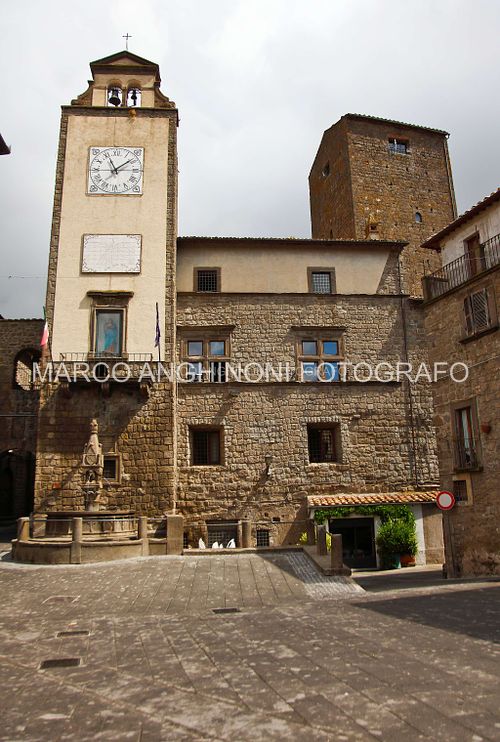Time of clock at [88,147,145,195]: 11:08
